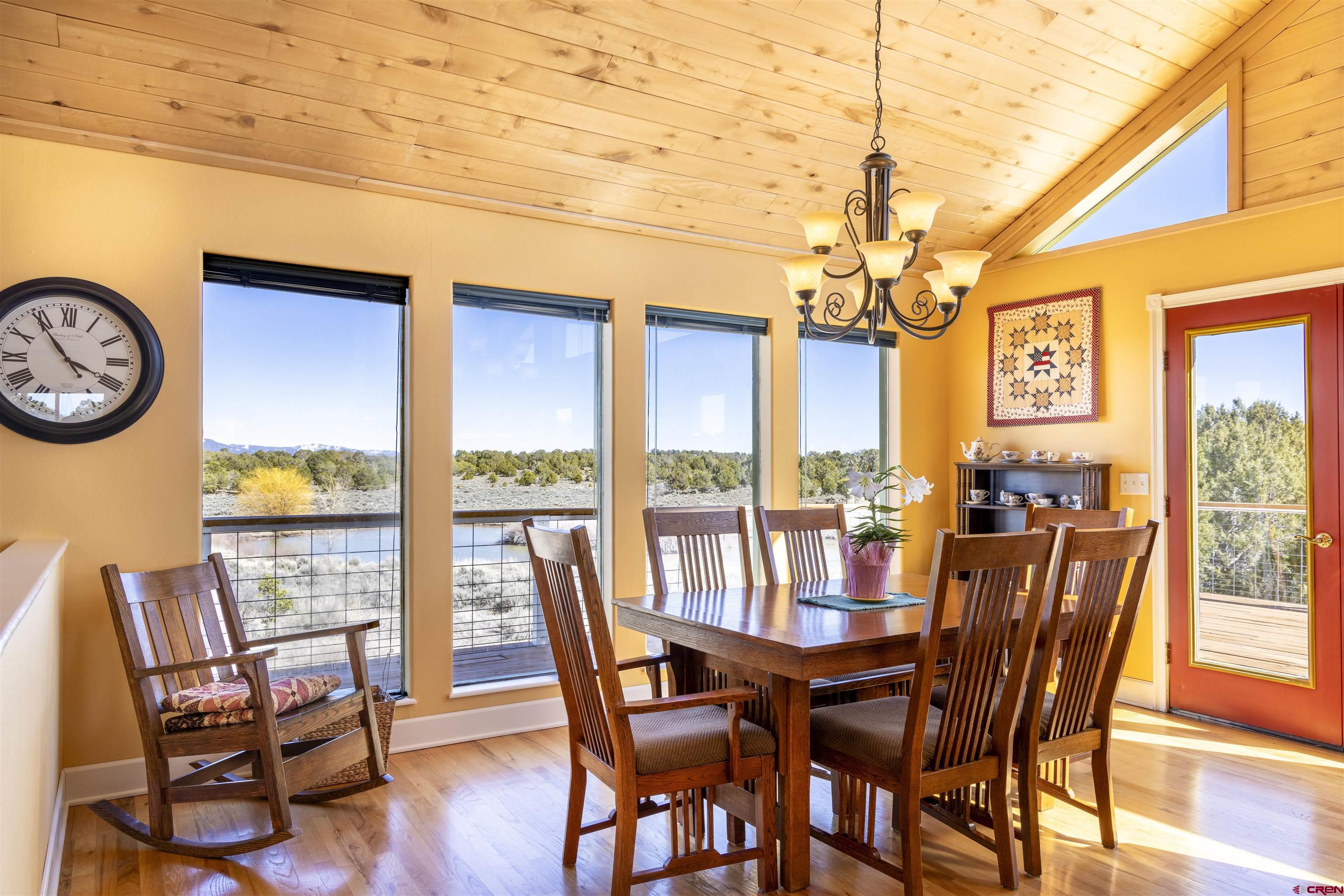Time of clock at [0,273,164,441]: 3:54
